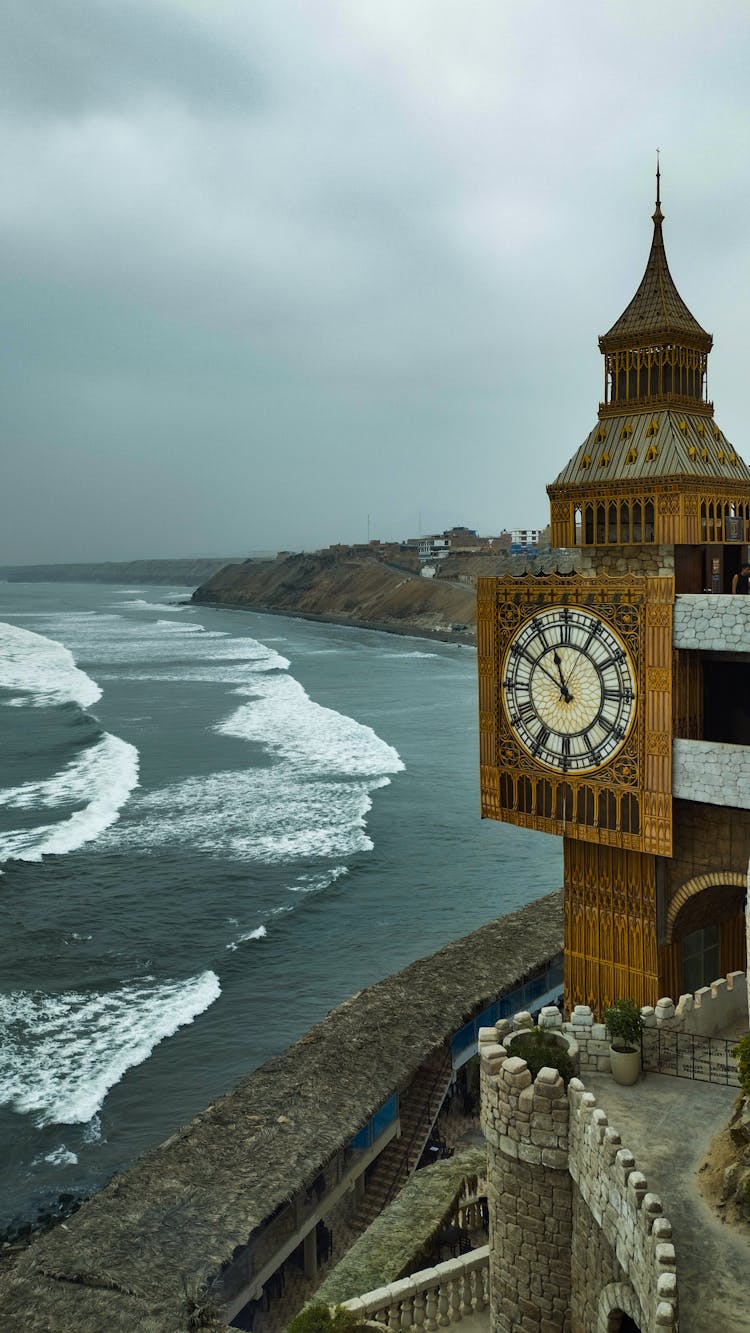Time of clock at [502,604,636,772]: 11:50
